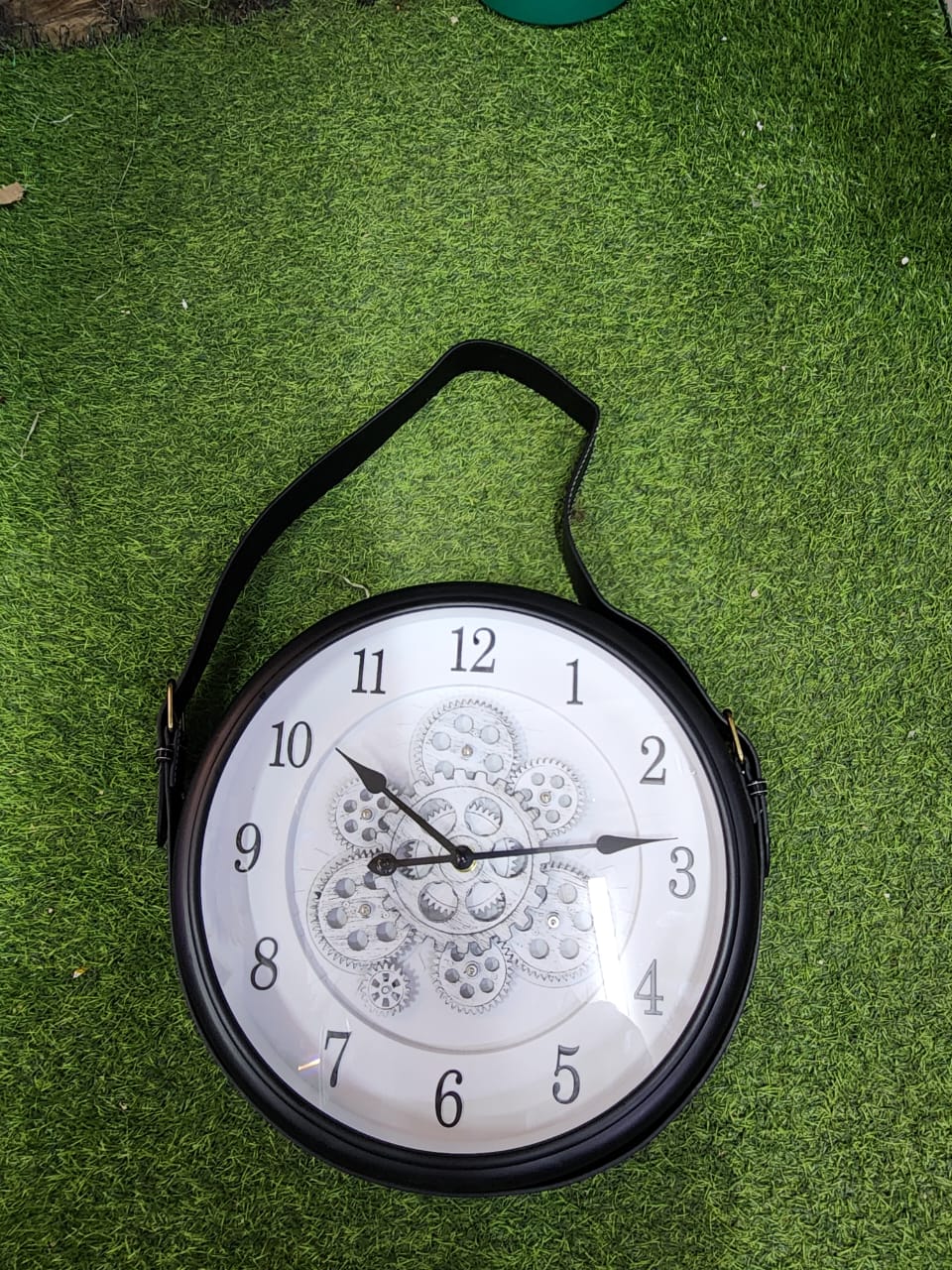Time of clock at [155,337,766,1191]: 10:13
